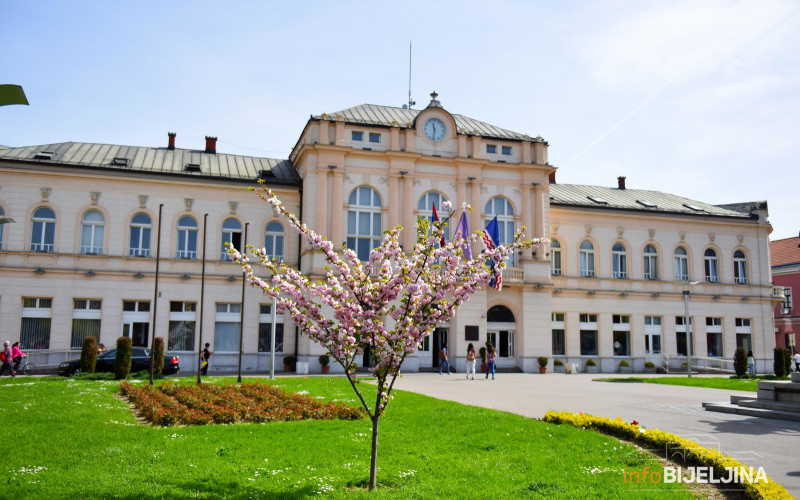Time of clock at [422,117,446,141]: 11:31
